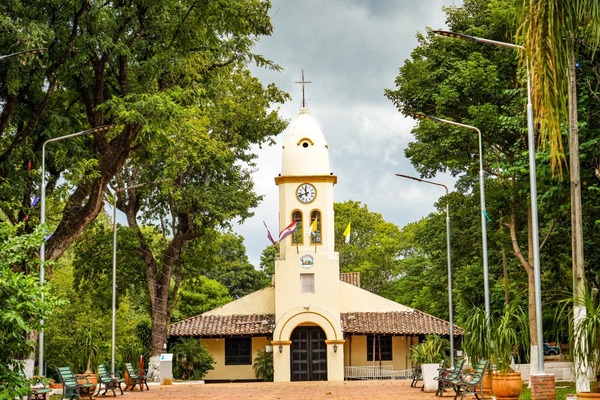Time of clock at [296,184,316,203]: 11:41
